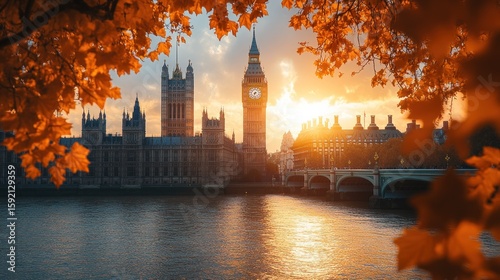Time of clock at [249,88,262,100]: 7:32
